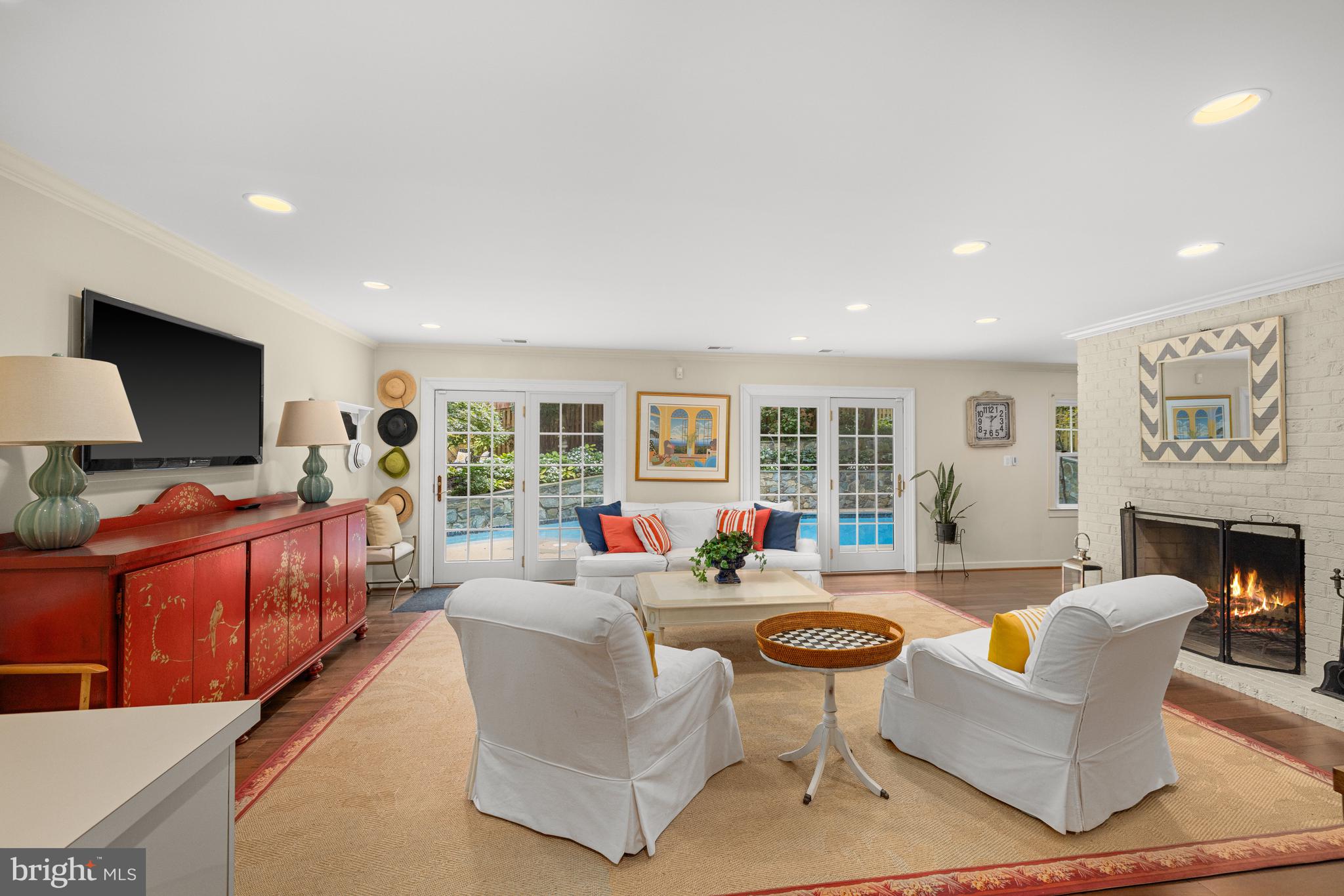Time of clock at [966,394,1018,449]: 1:31
